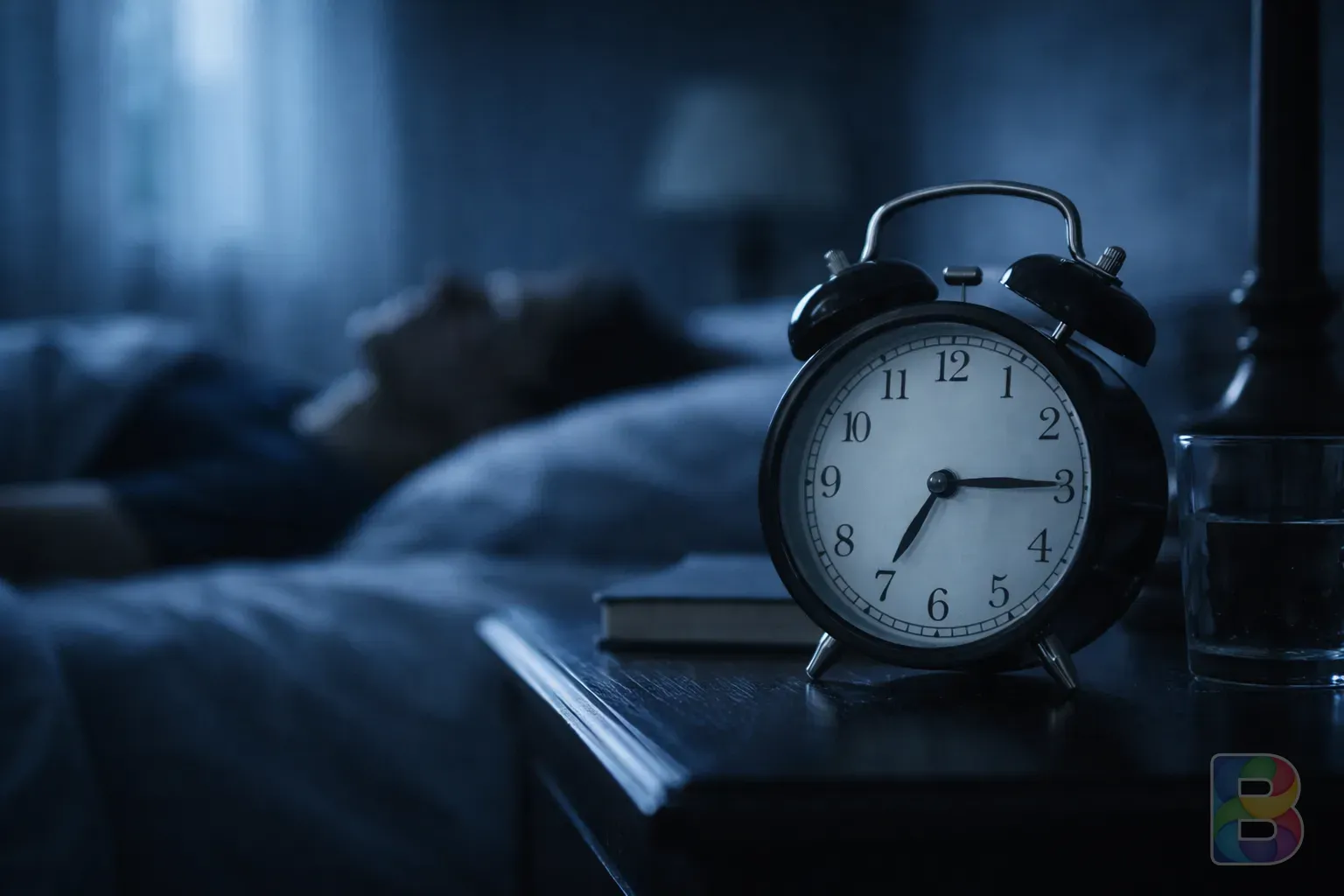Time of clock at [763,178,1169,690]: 7:14
